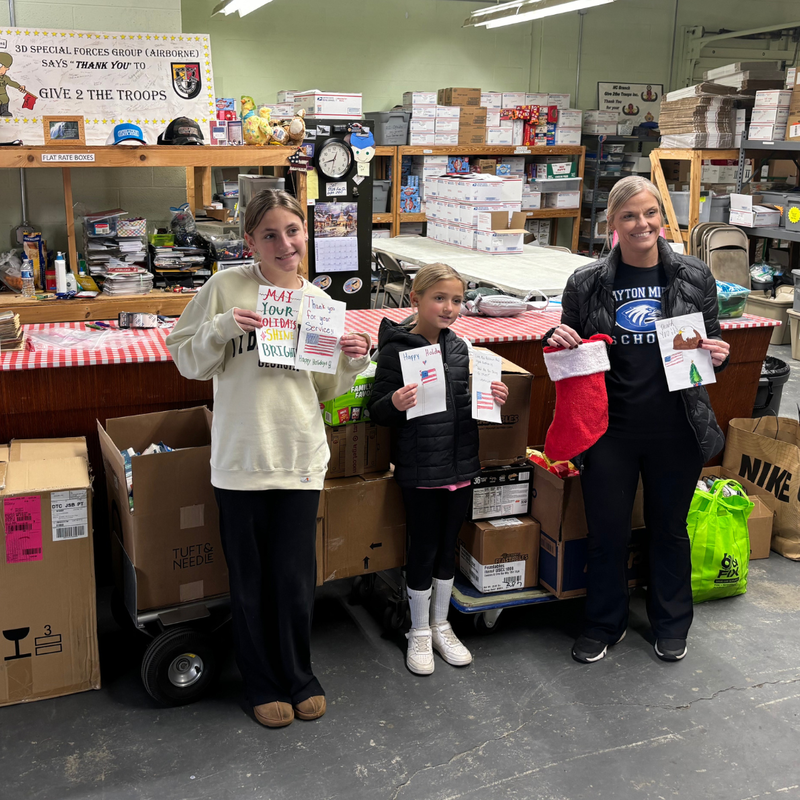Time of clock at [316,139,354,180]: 12:42
